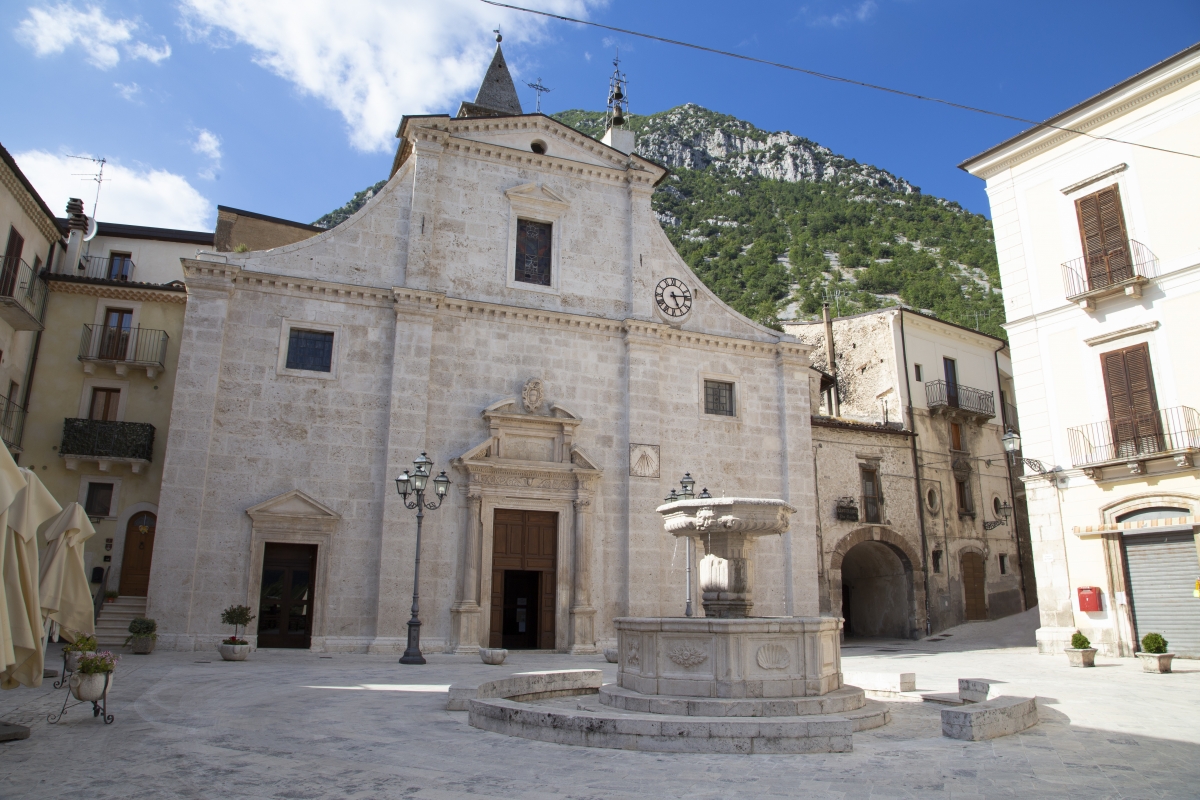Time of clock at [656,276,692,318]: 5:13
